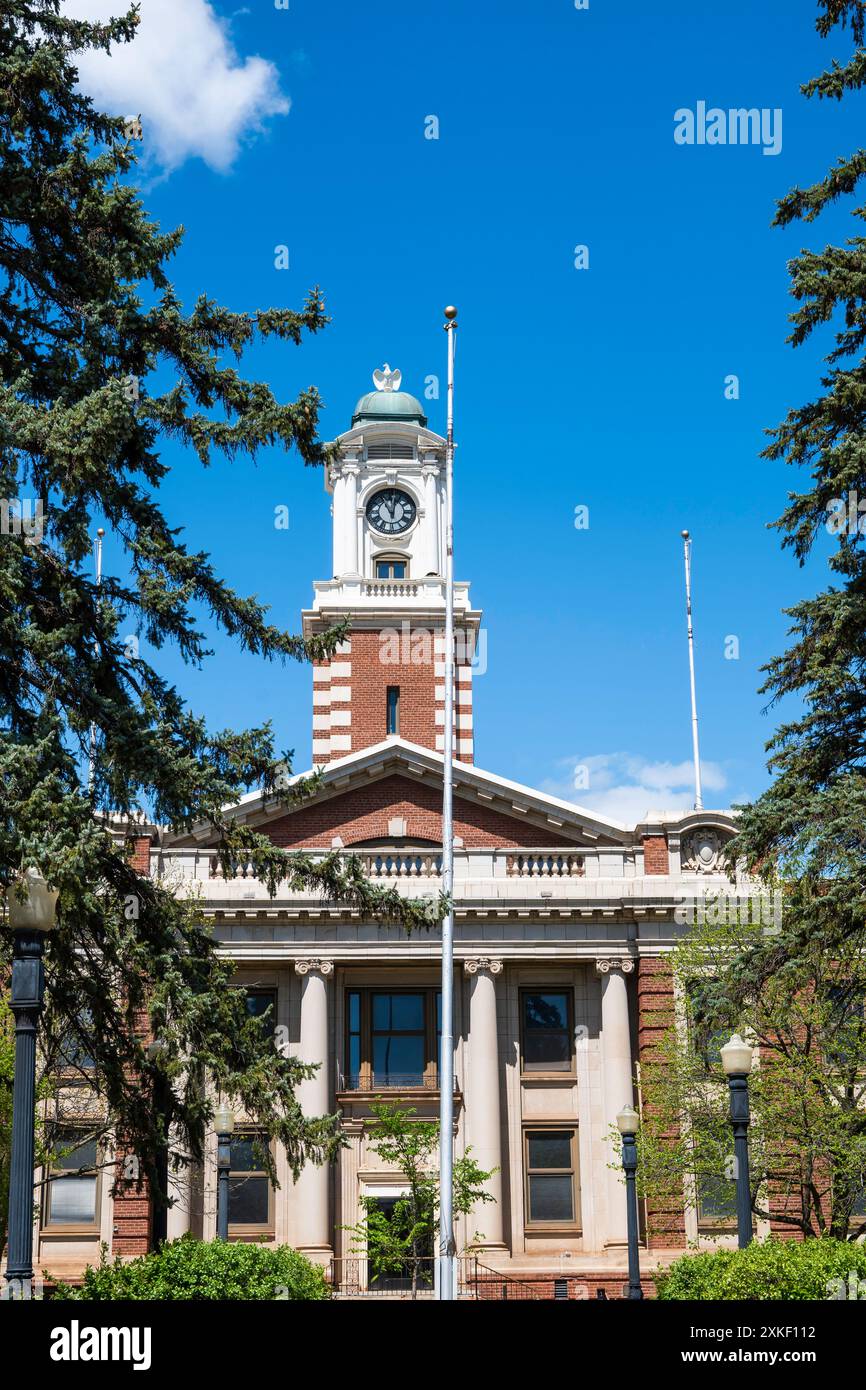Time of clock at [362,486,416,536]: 11:02
